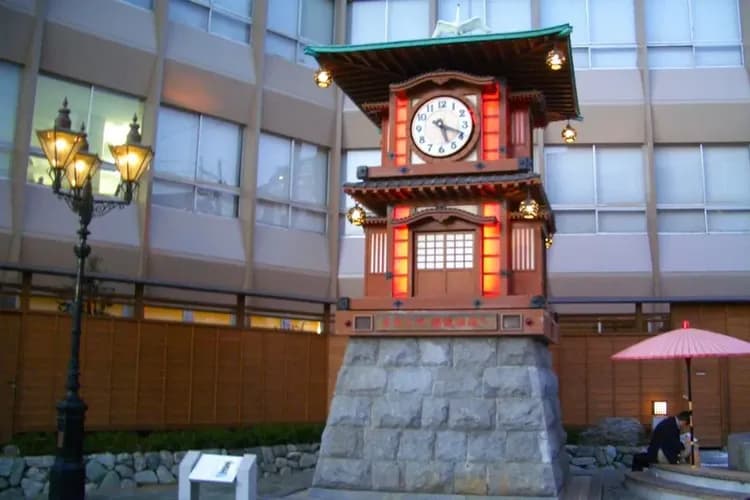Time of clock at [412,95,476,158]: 5:18
